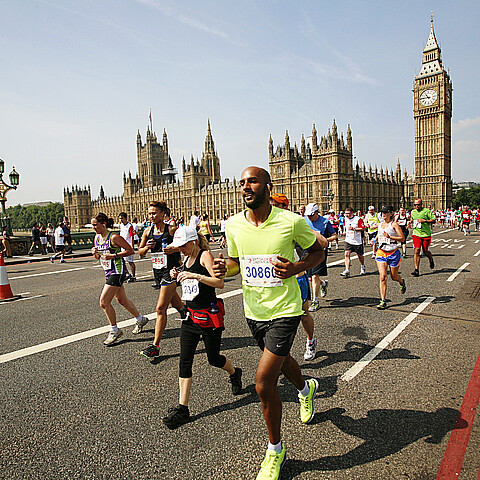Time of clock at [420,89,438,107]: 10:45
